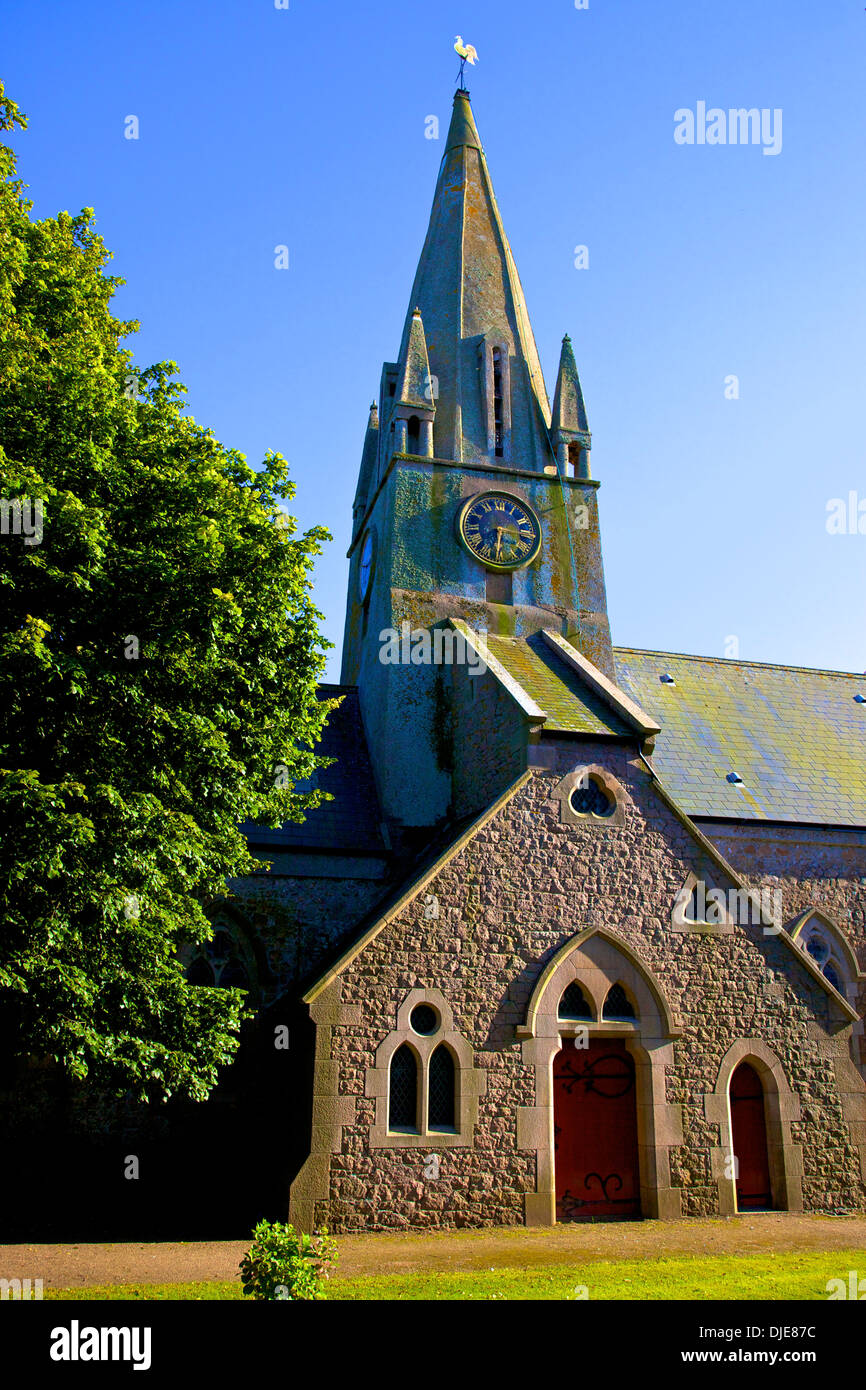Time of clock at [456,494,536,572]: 6:15
